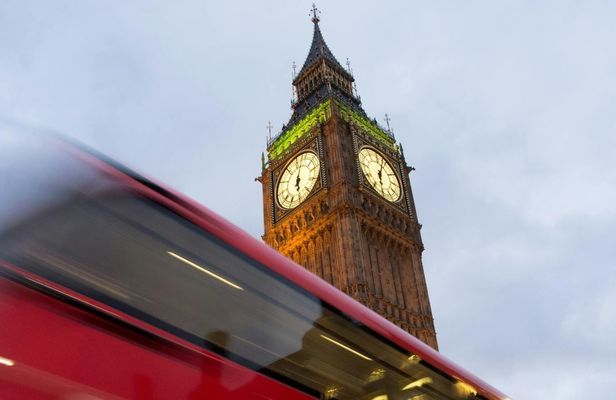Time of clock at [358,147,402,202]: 6:03
